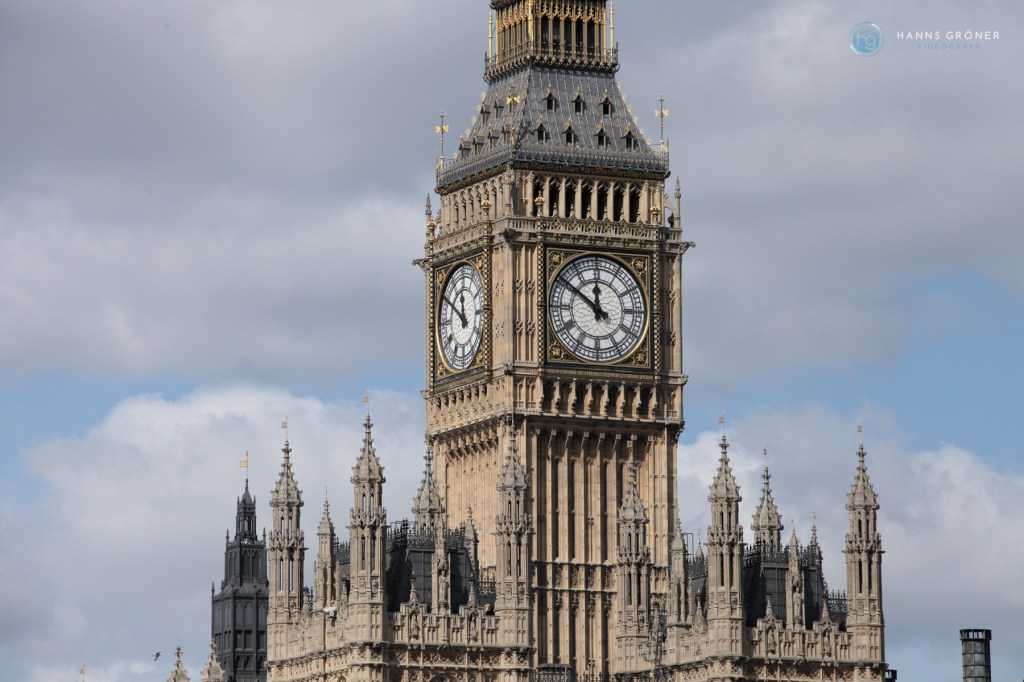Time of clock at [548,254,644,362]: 11:50
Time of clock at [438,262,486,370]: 11:50
